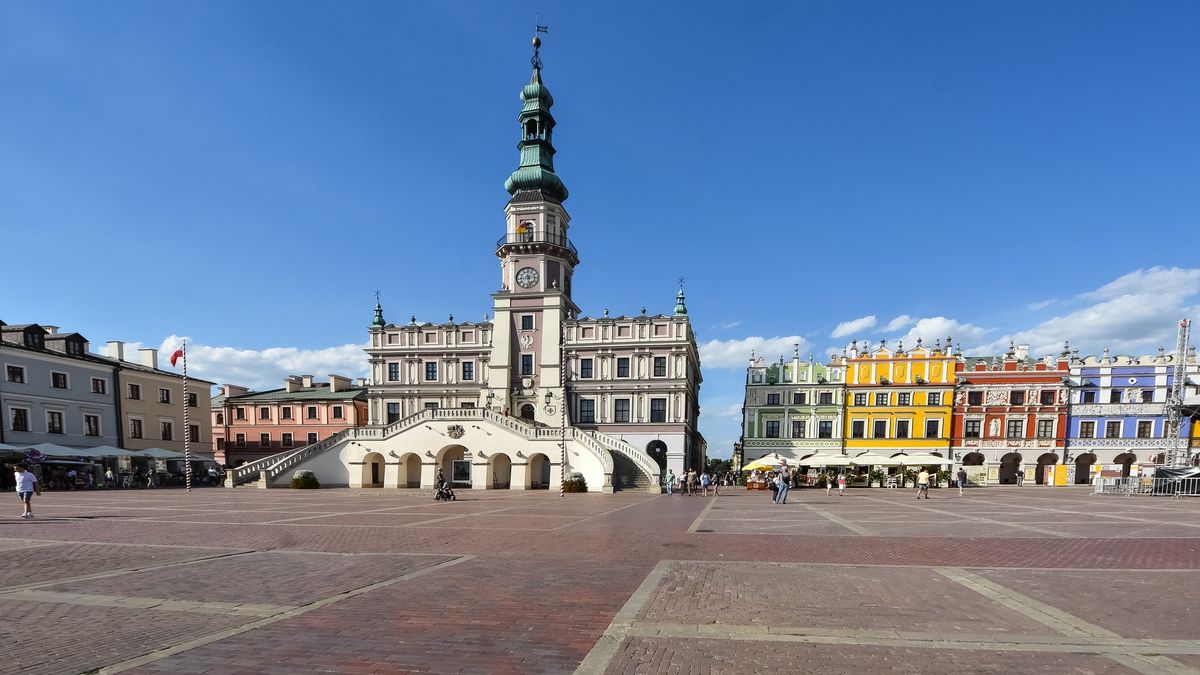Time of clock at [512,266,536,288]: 8:27
